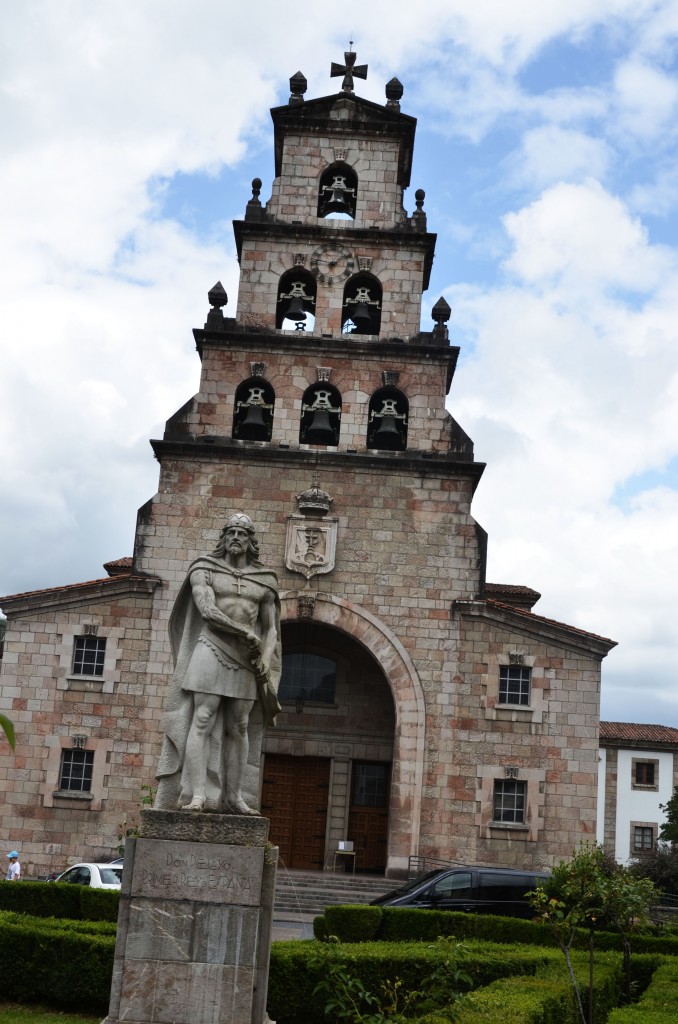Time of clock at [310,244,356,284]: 1:46
